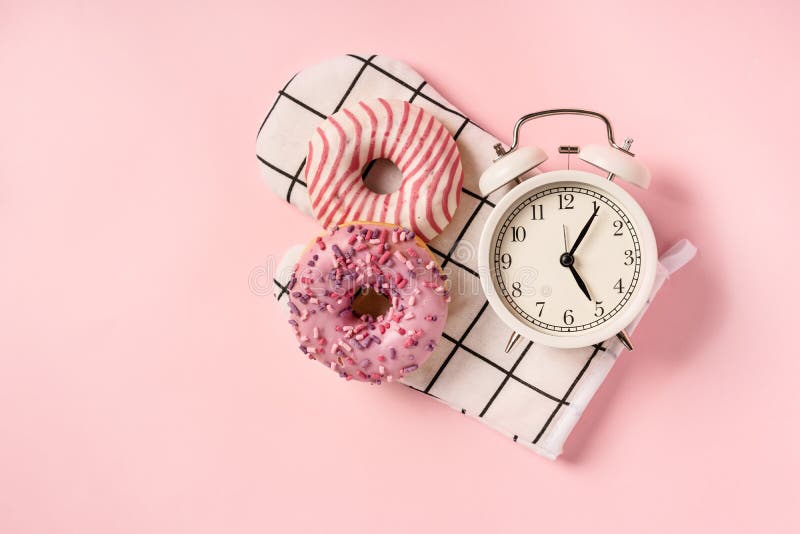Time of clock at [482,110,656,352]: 5:05
